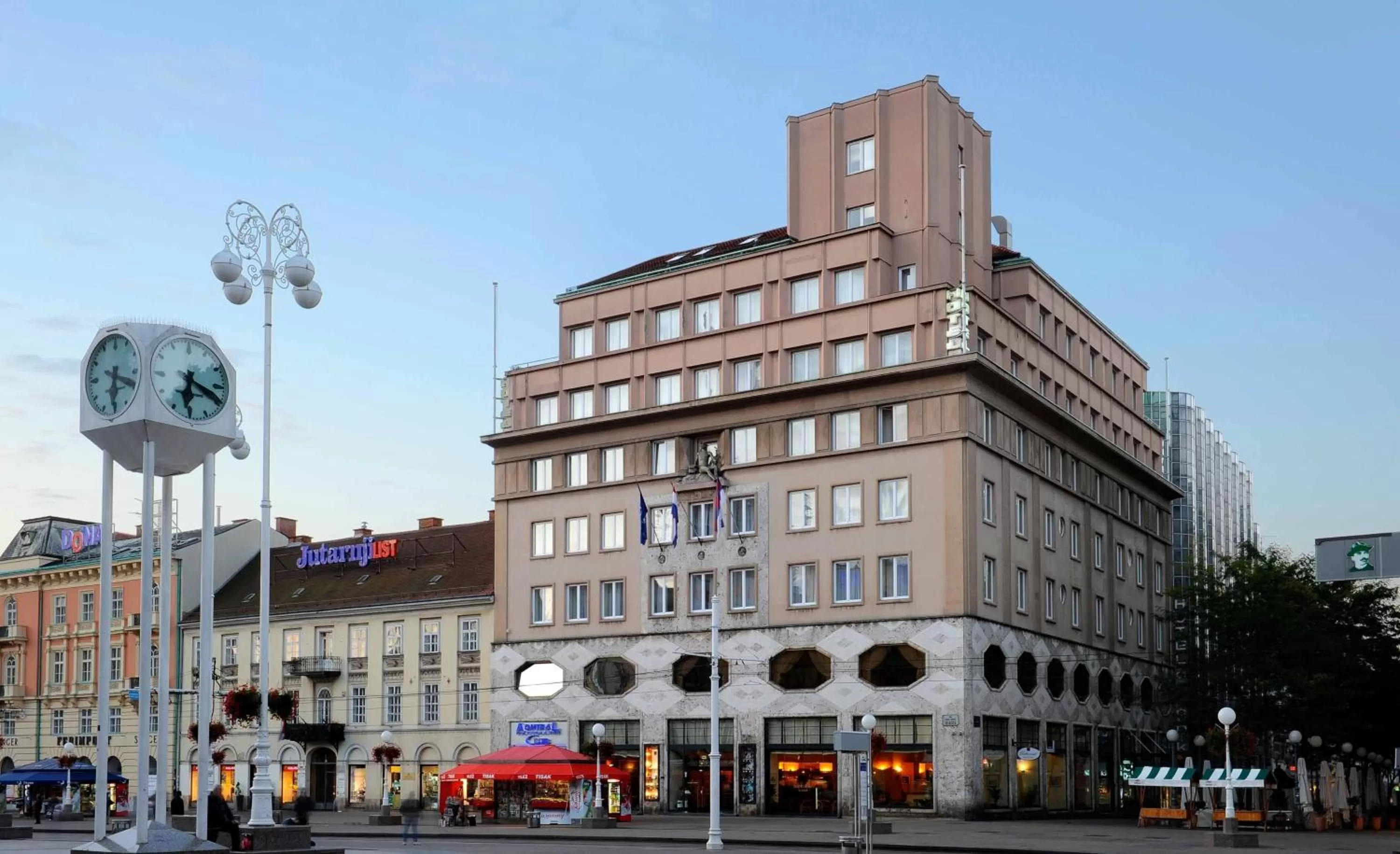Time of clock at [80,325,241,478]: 6:18
